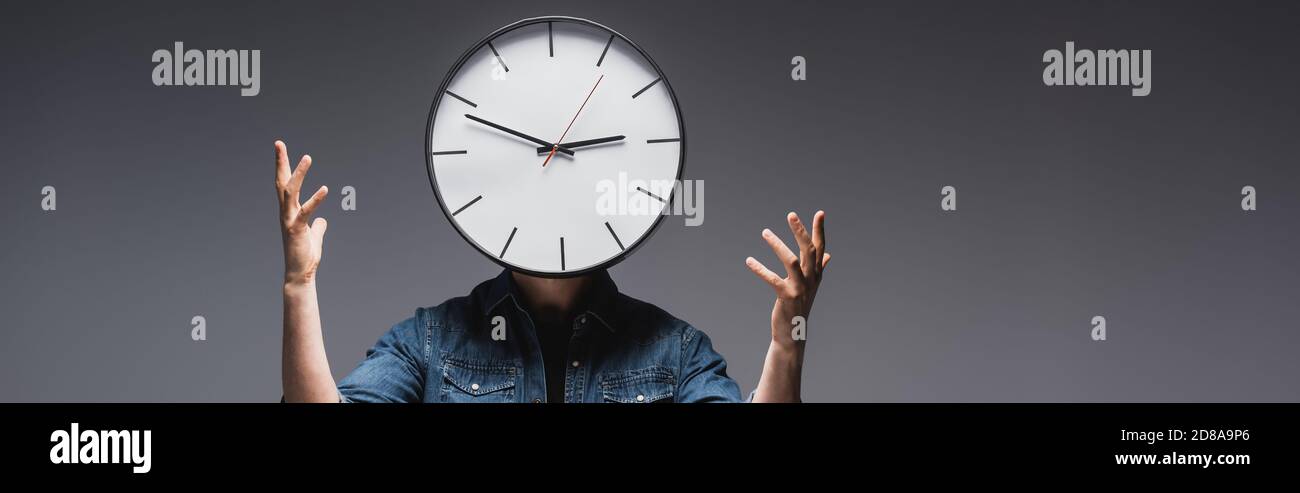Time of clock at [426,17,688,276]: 2:48
